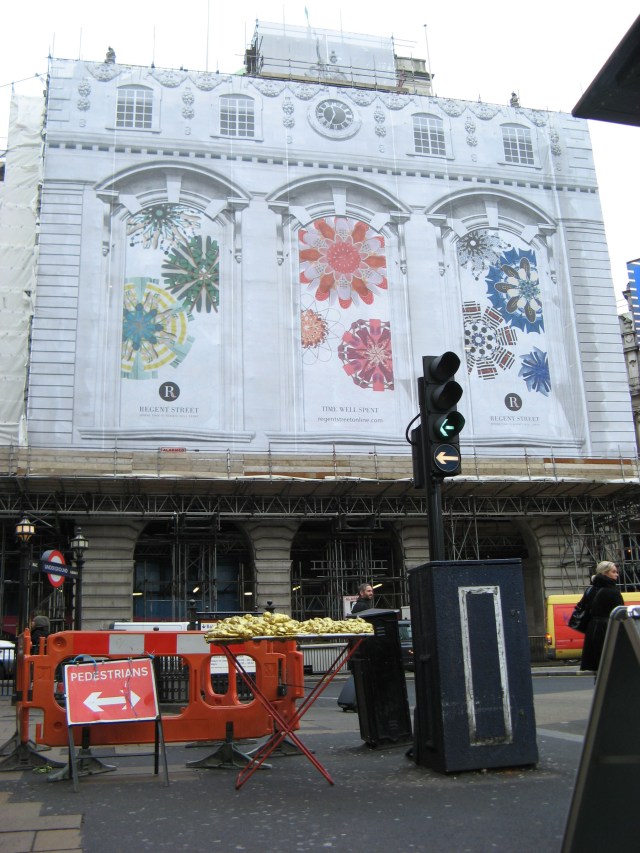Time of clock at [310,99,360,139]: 11:32
